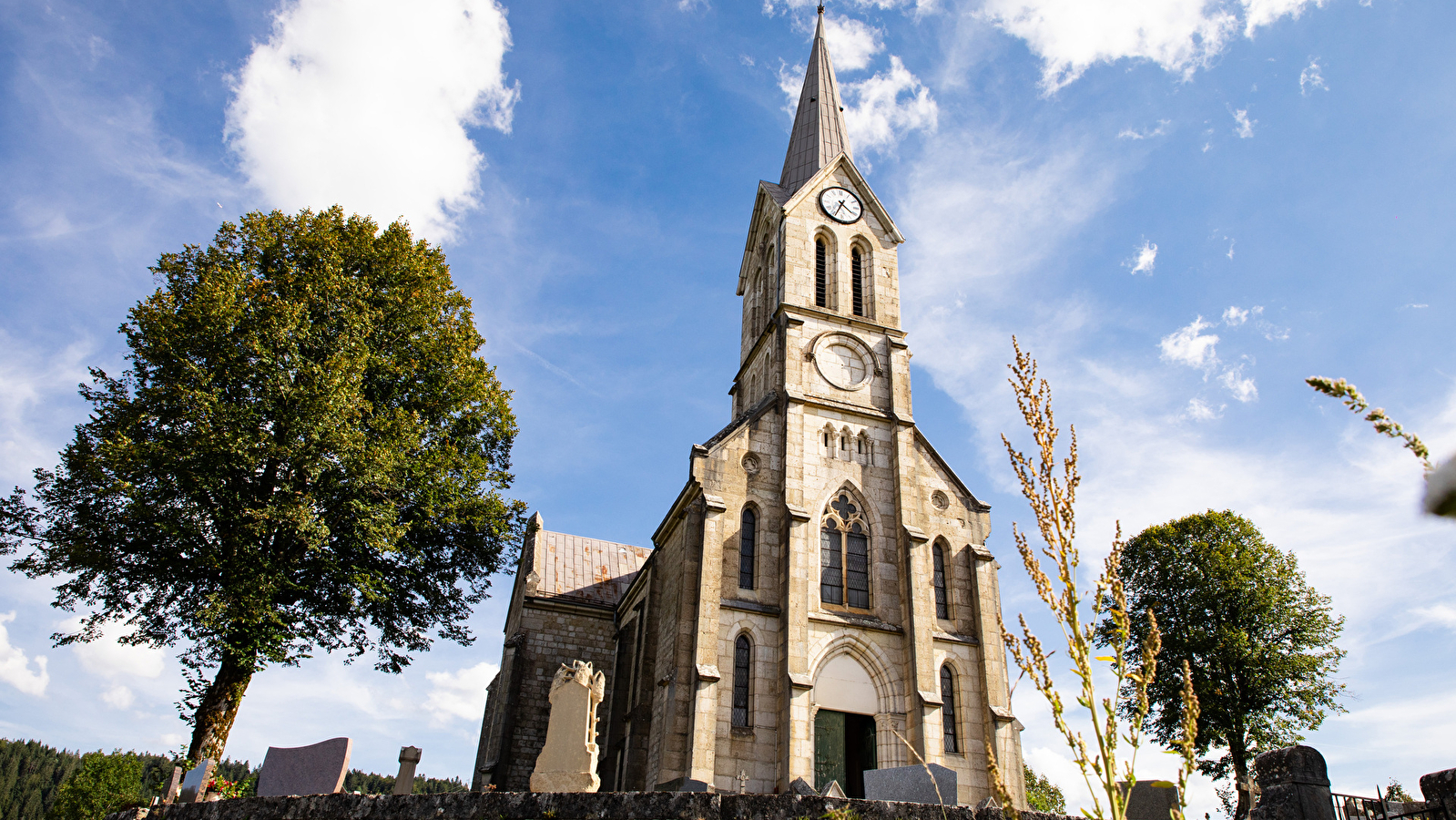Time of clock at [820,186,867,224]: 4:34
